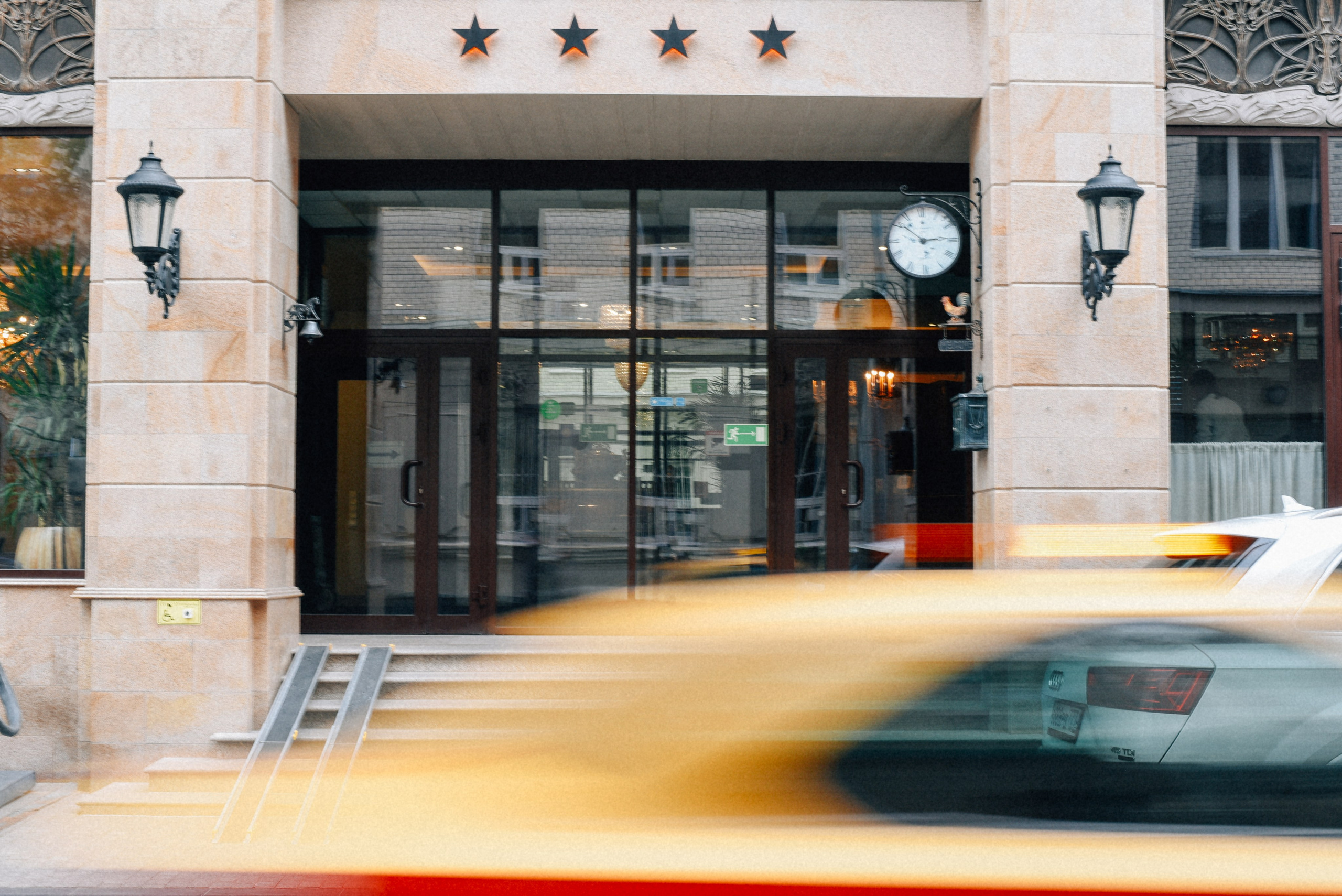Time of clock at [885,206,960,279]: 2:52
